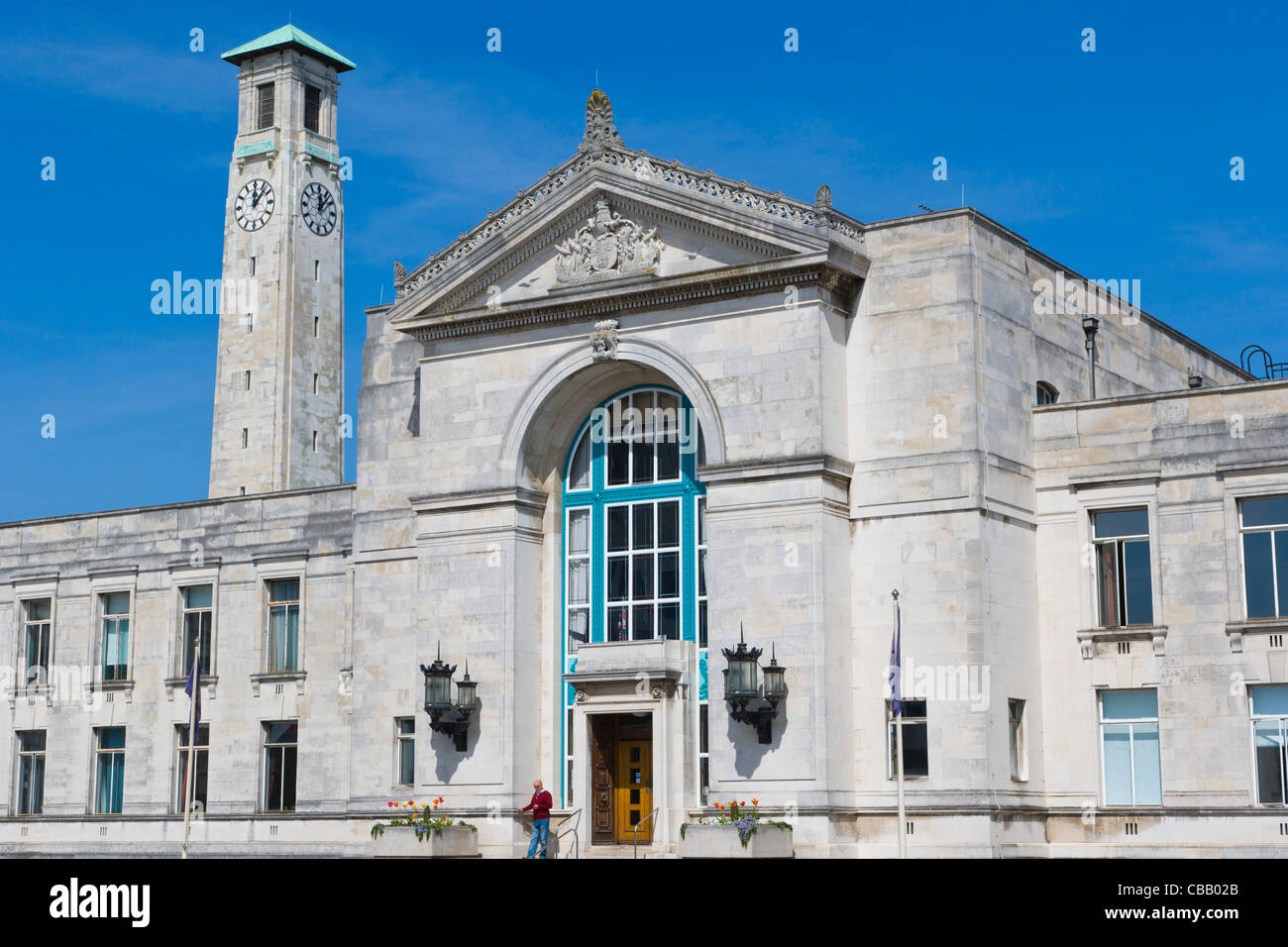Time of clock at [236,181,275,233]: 12:07
